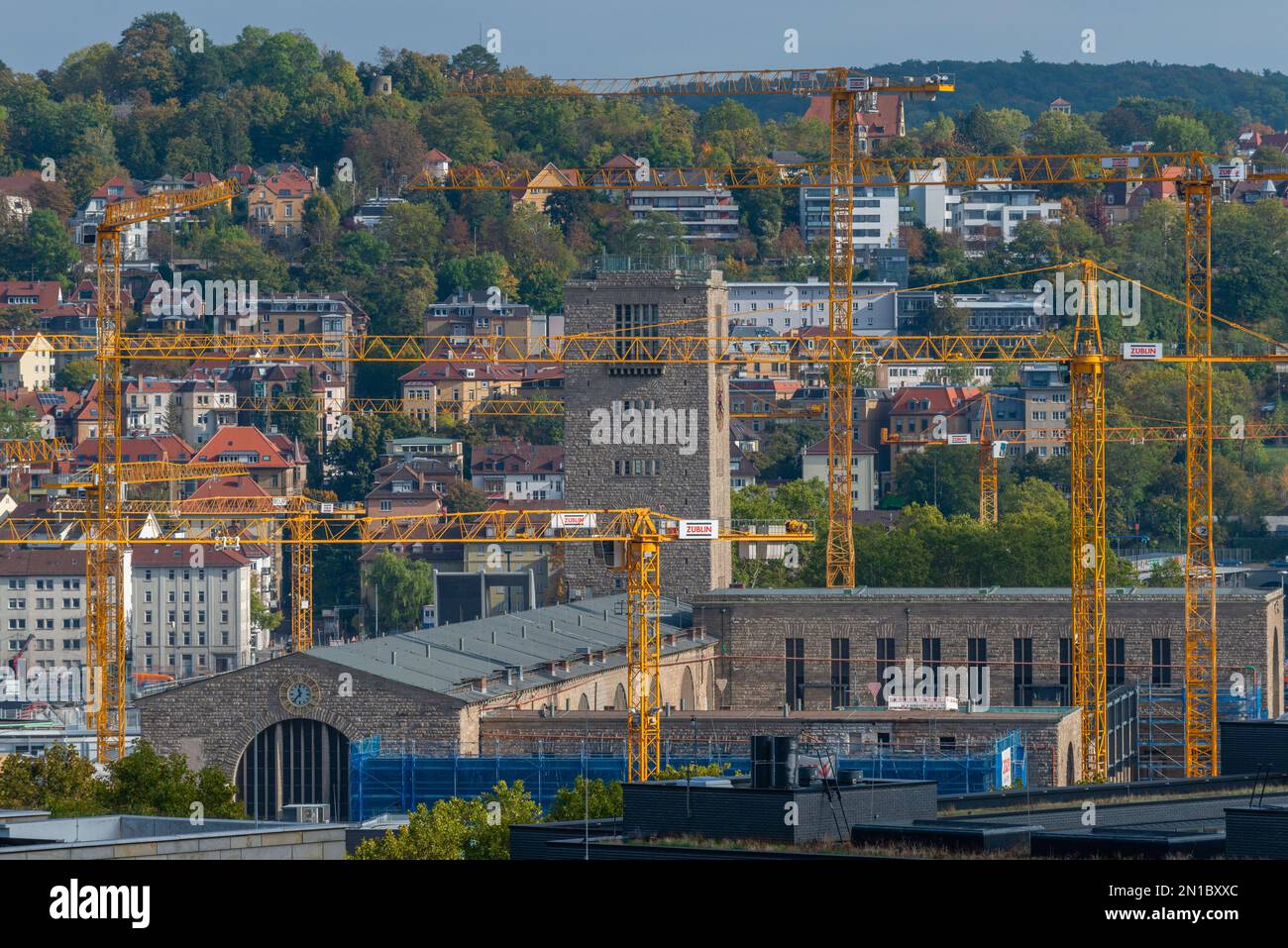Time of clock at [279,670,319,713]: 11:37
